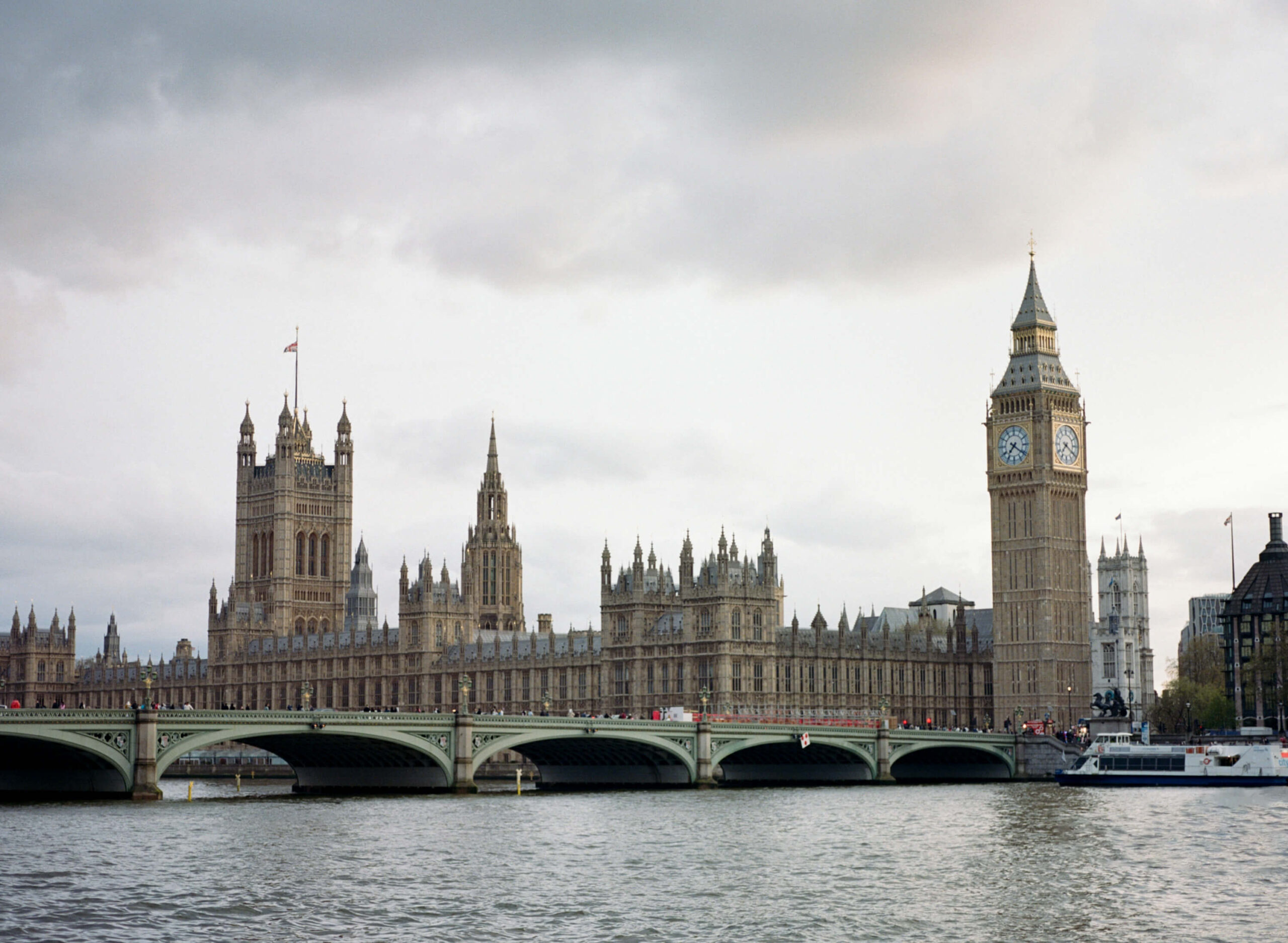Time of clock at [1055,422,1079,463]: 7:20
